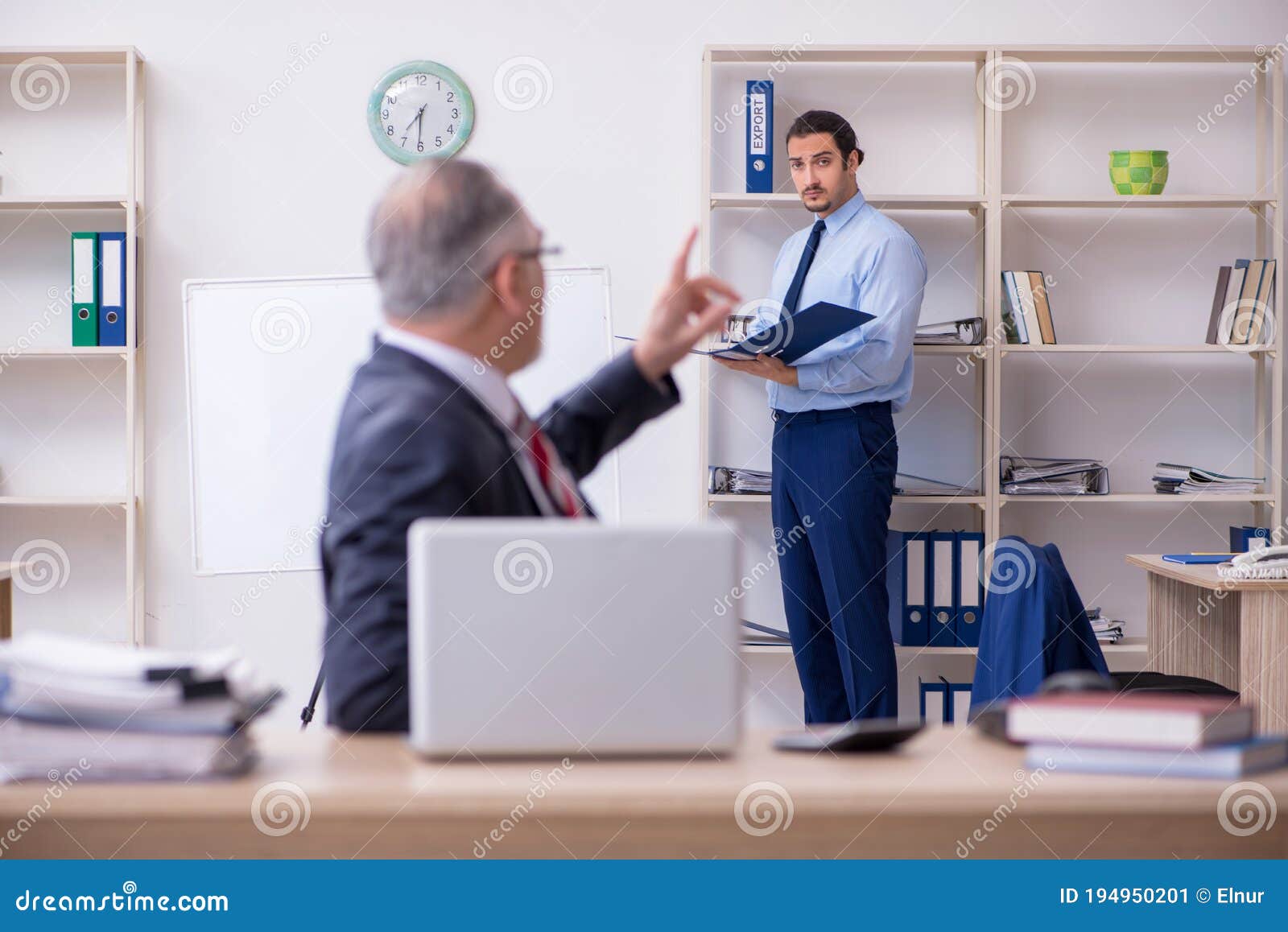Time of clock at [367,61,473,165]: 7:30
